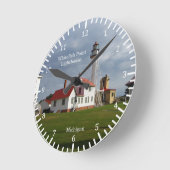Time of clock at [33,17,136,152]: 10:07
